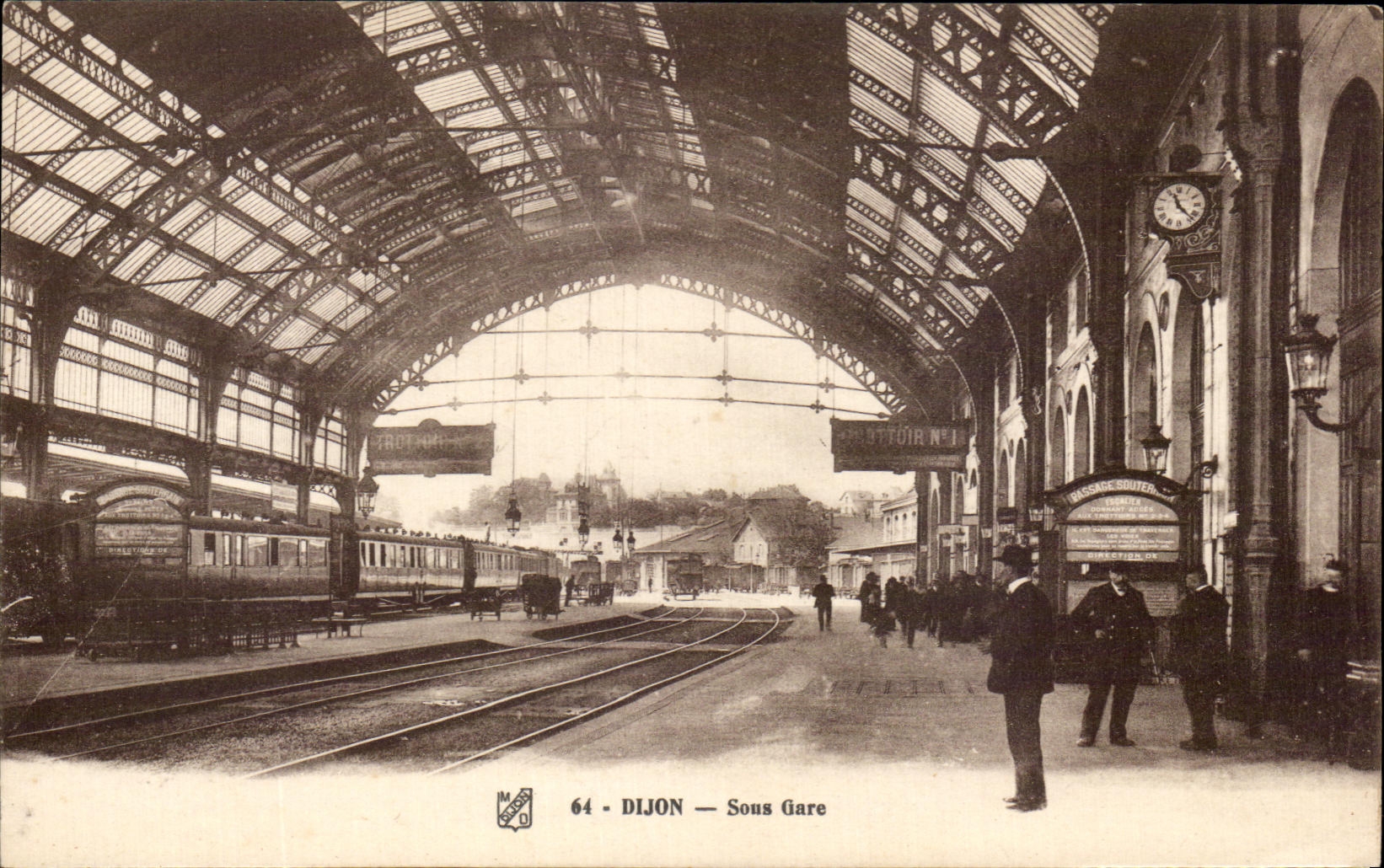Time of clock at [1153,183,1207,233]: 11:22
